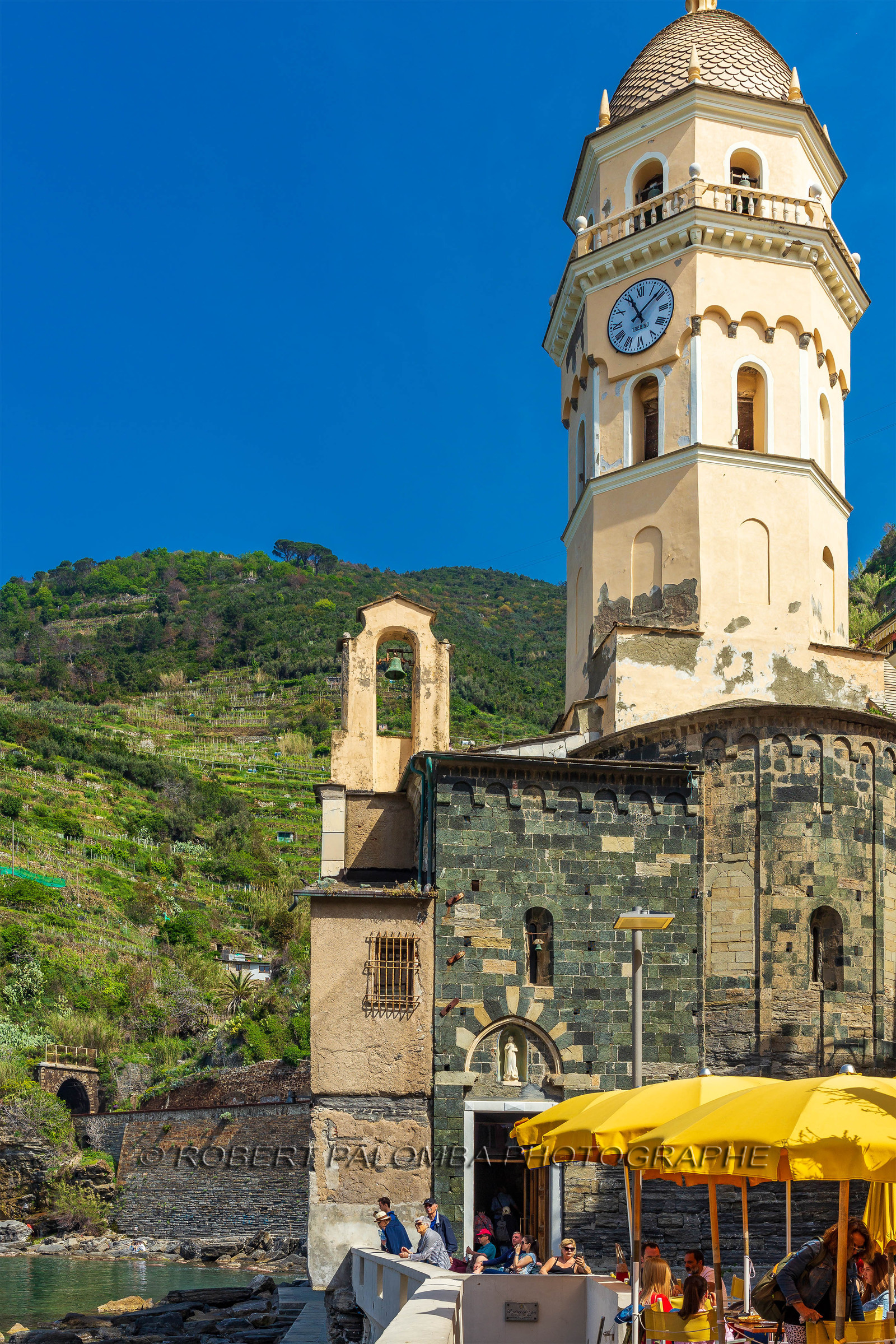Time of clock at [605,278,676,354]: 11:08
